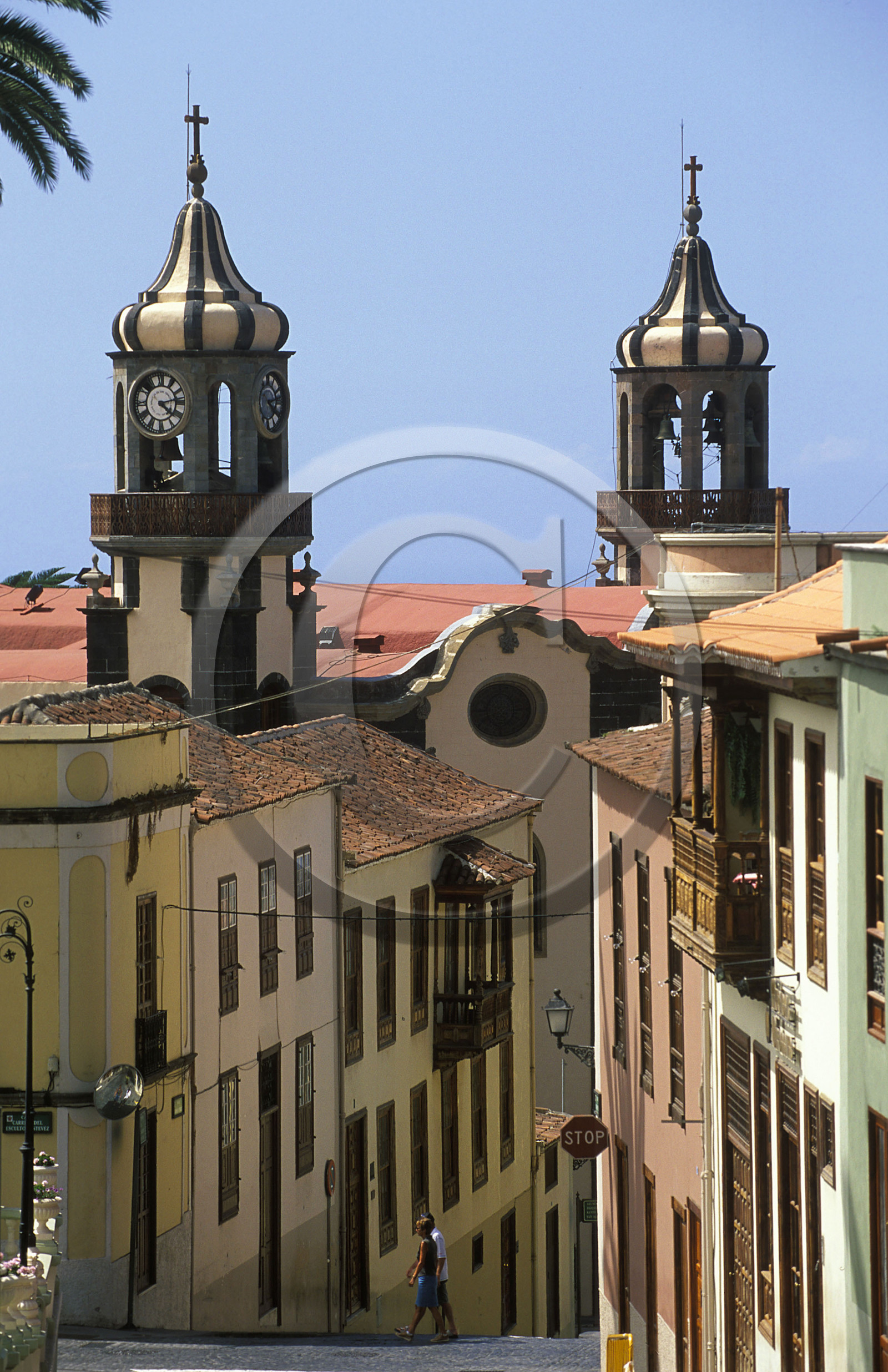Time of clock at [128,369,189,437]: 4:13
